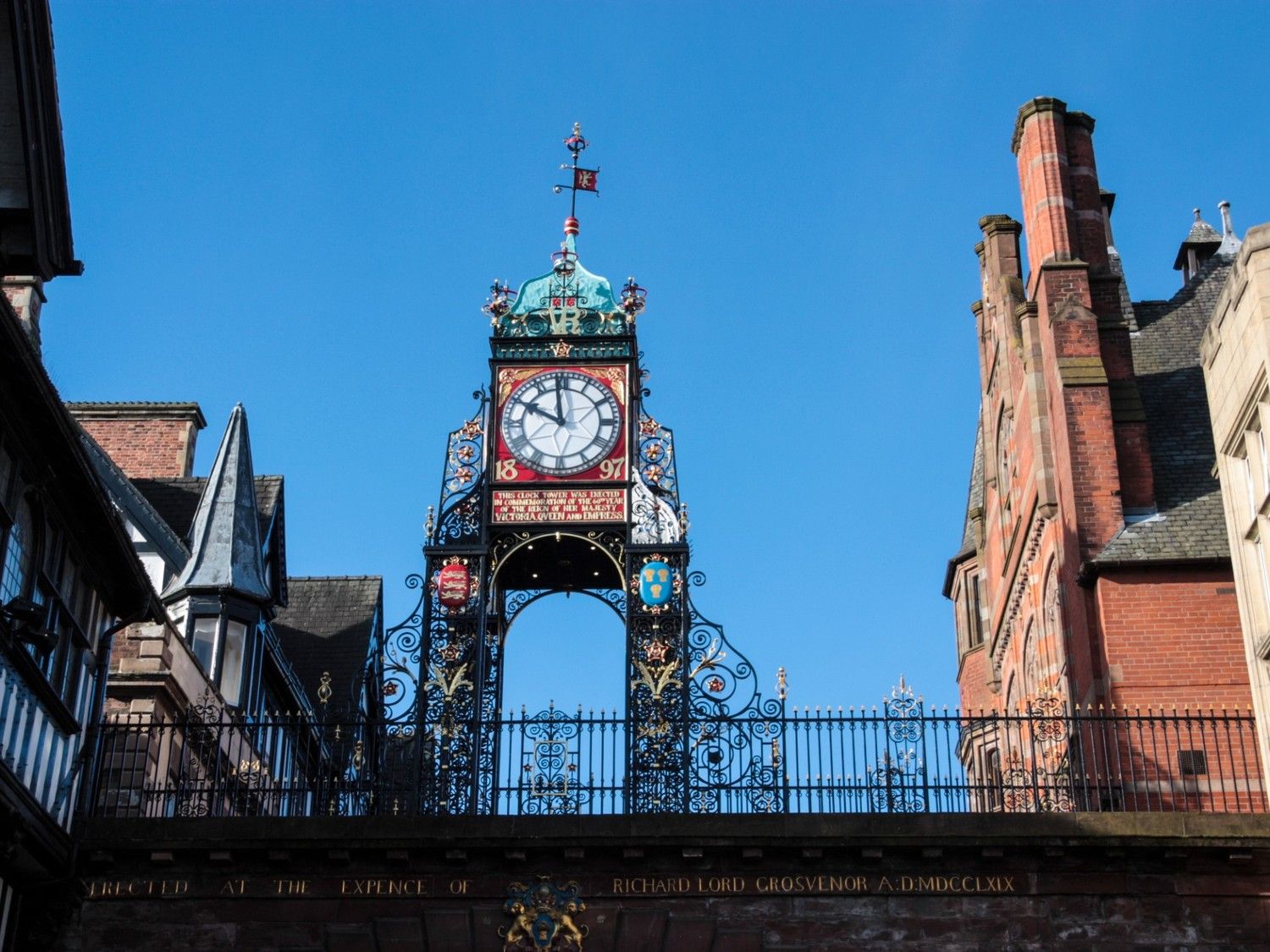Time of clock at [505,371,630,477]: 9:58
